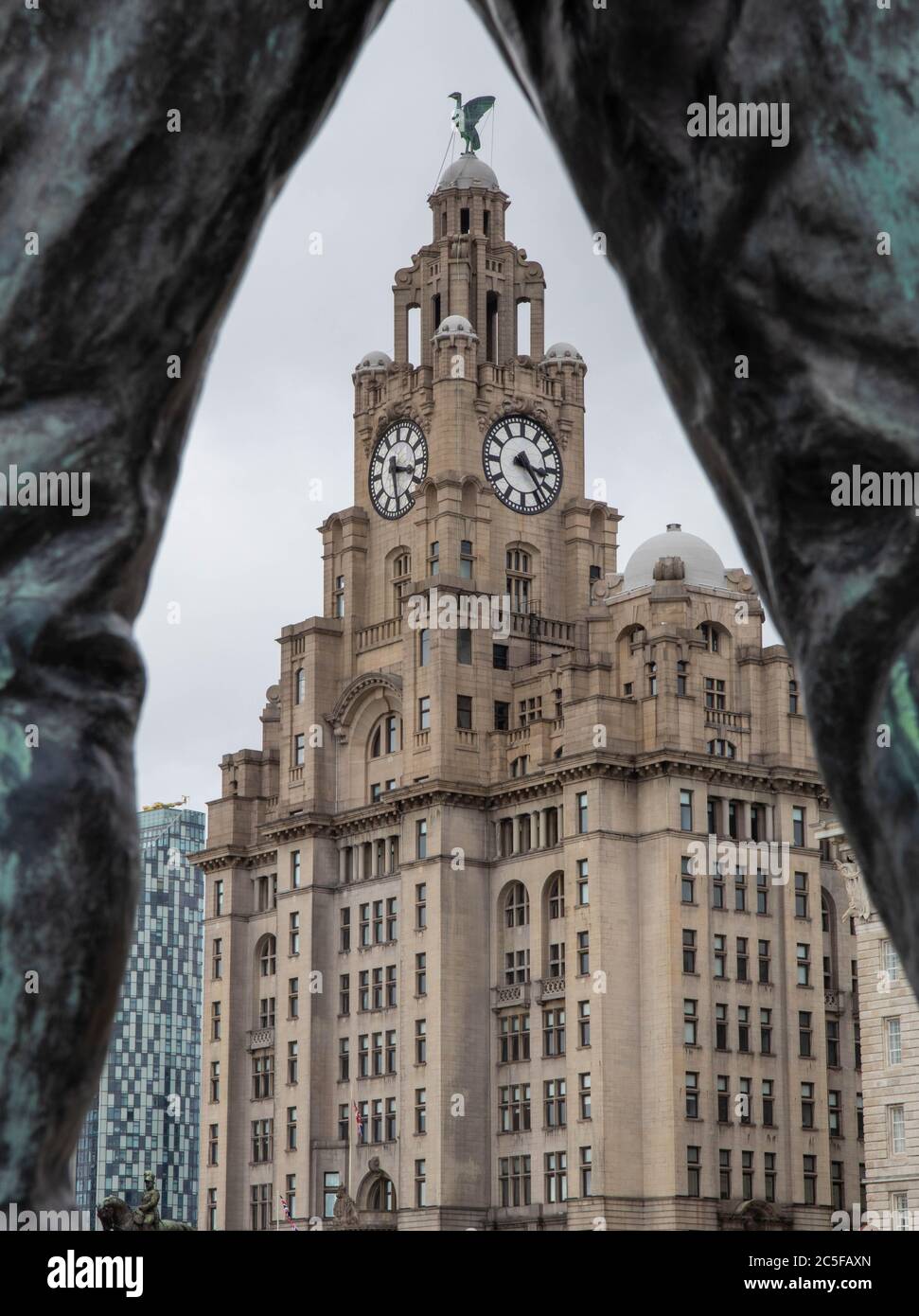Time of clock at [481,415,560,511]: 3:23
